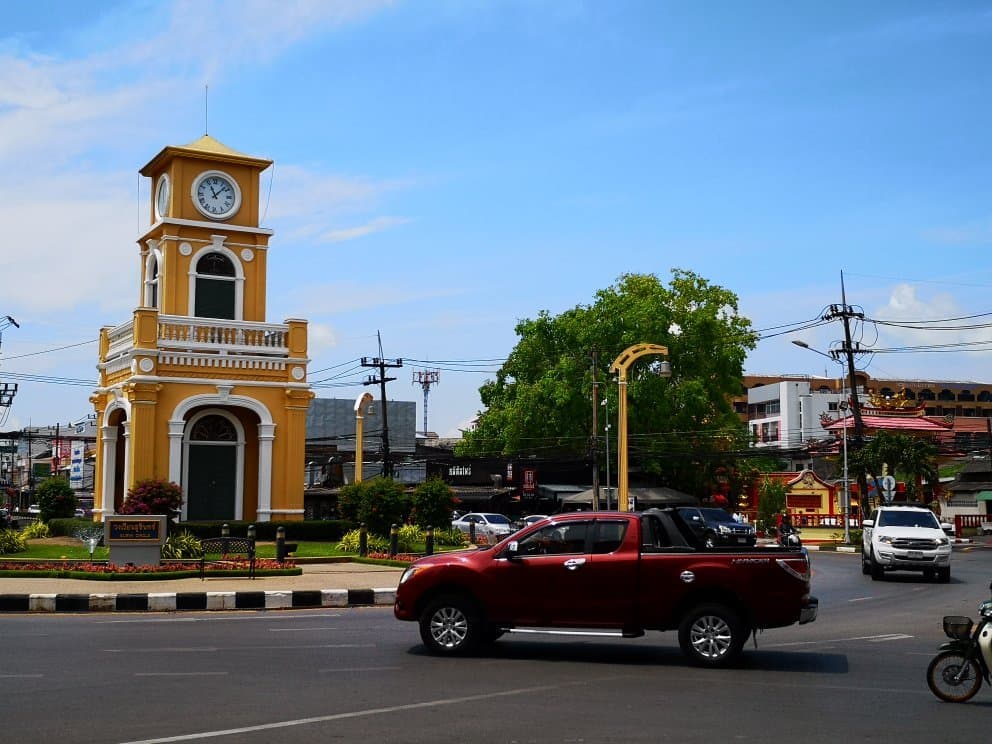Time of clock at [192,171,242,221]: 11:07
